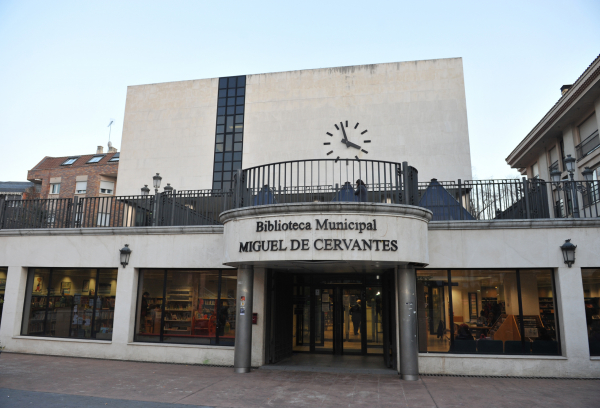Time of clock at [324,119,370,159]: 3:57
